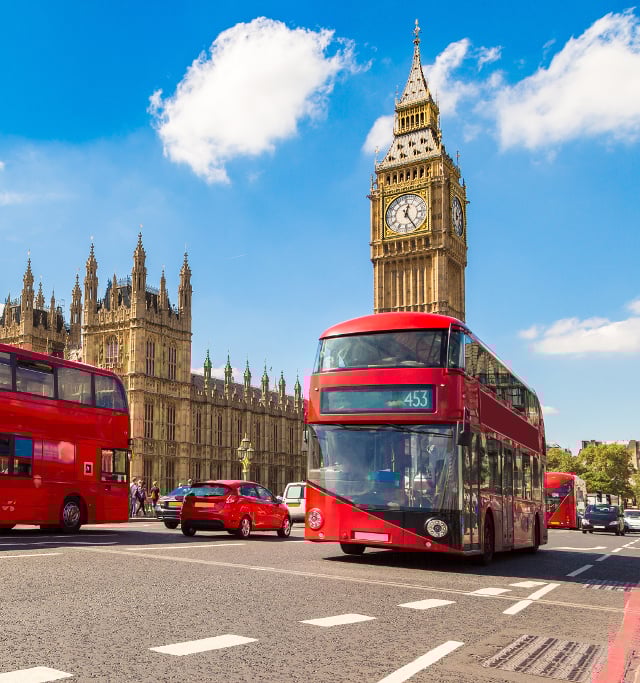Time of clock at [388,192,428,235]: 12:24
